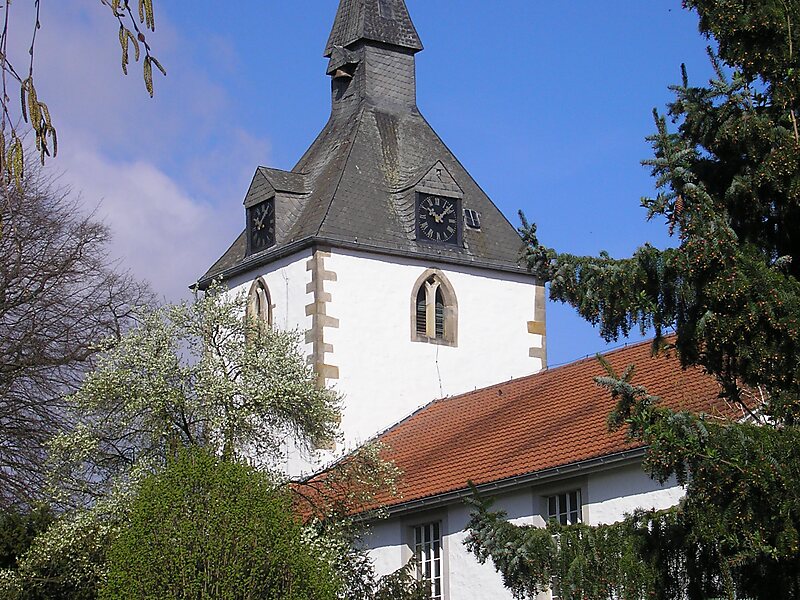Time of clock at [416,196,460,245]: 10:07
